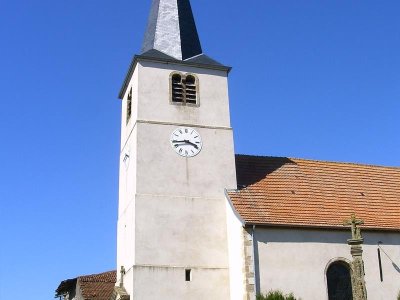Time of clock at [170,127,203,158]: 3:43
